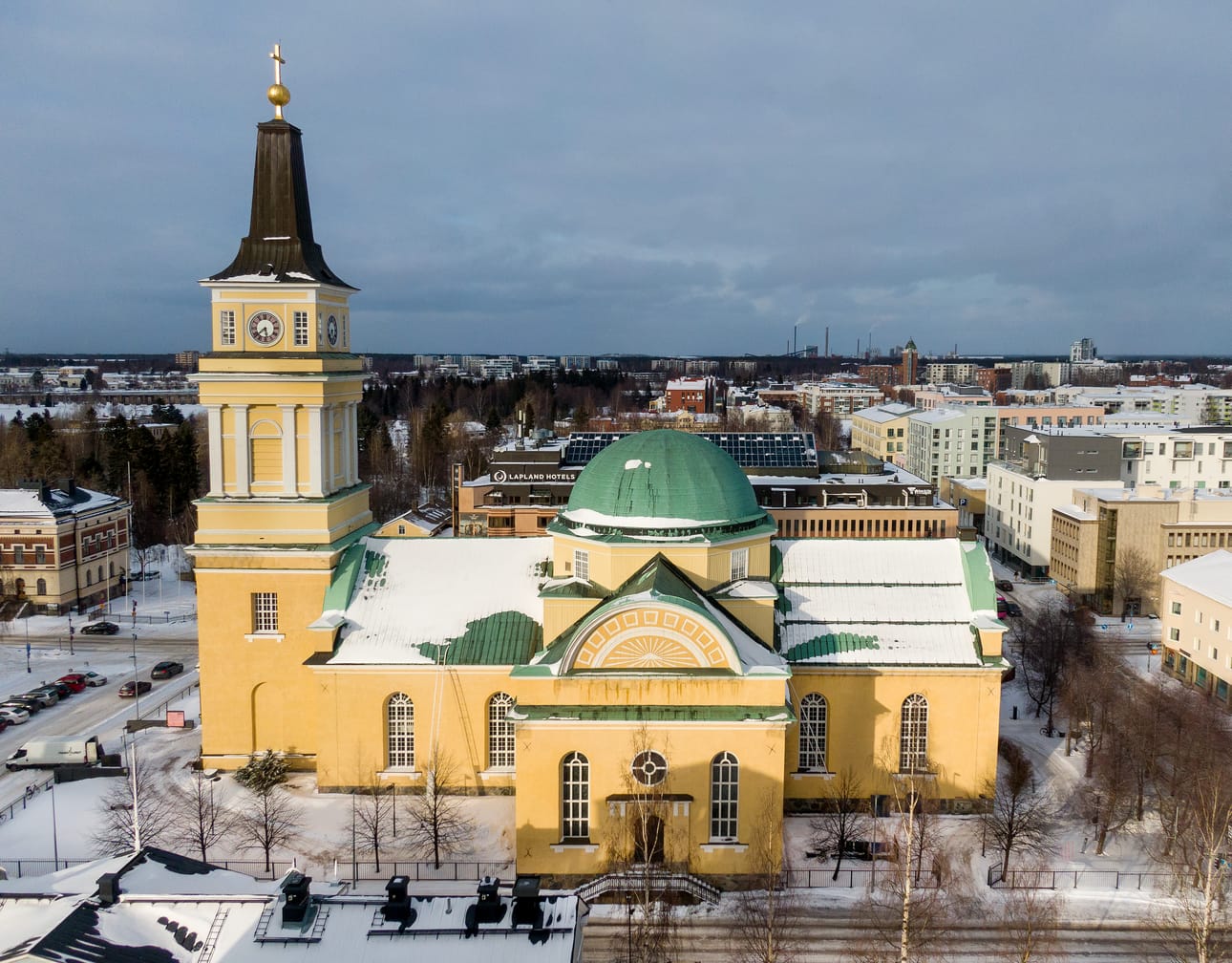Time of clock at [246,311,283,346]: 5:38
